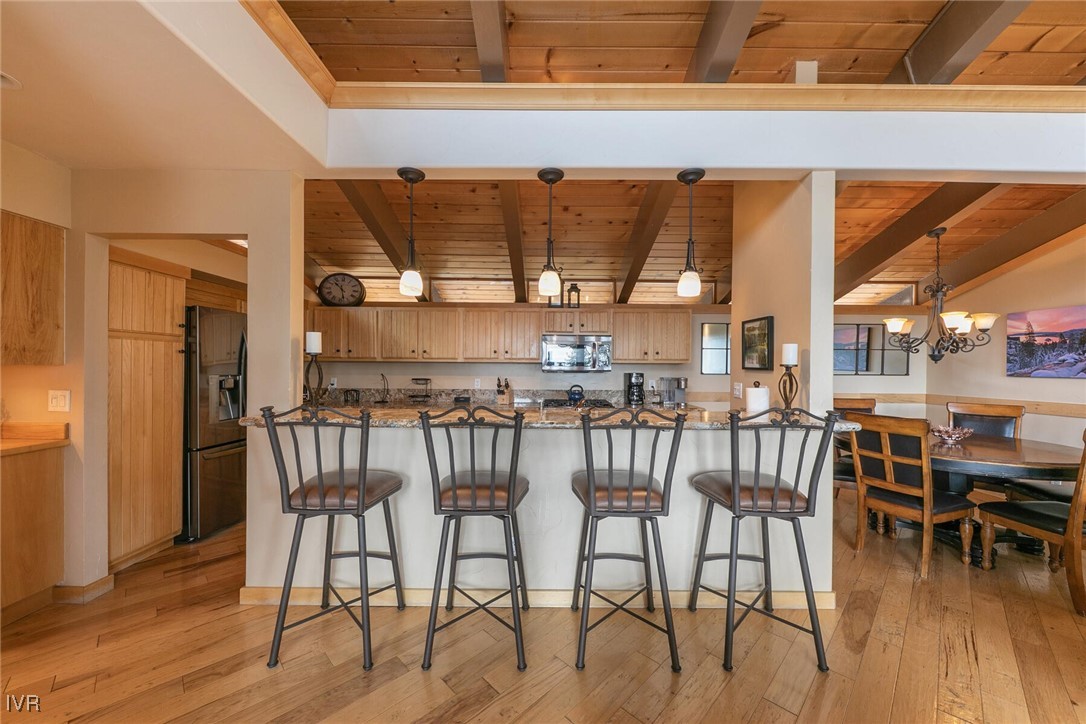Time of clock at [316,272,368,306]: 10:28
